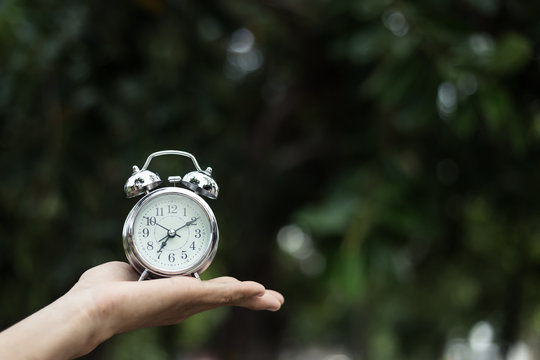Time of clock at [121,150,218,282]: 7:09
